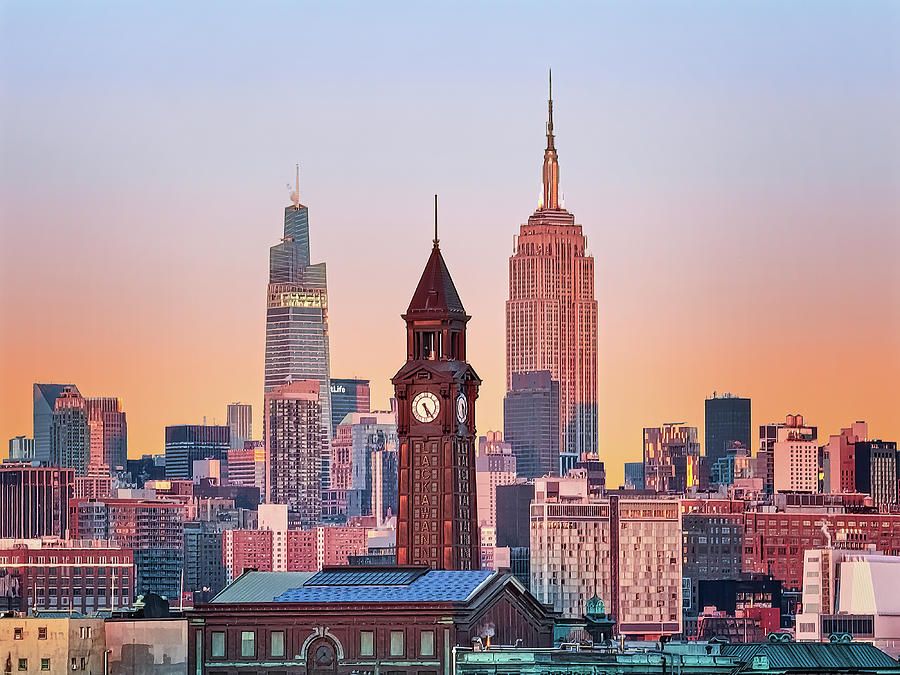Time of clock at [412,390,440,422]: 5:23
